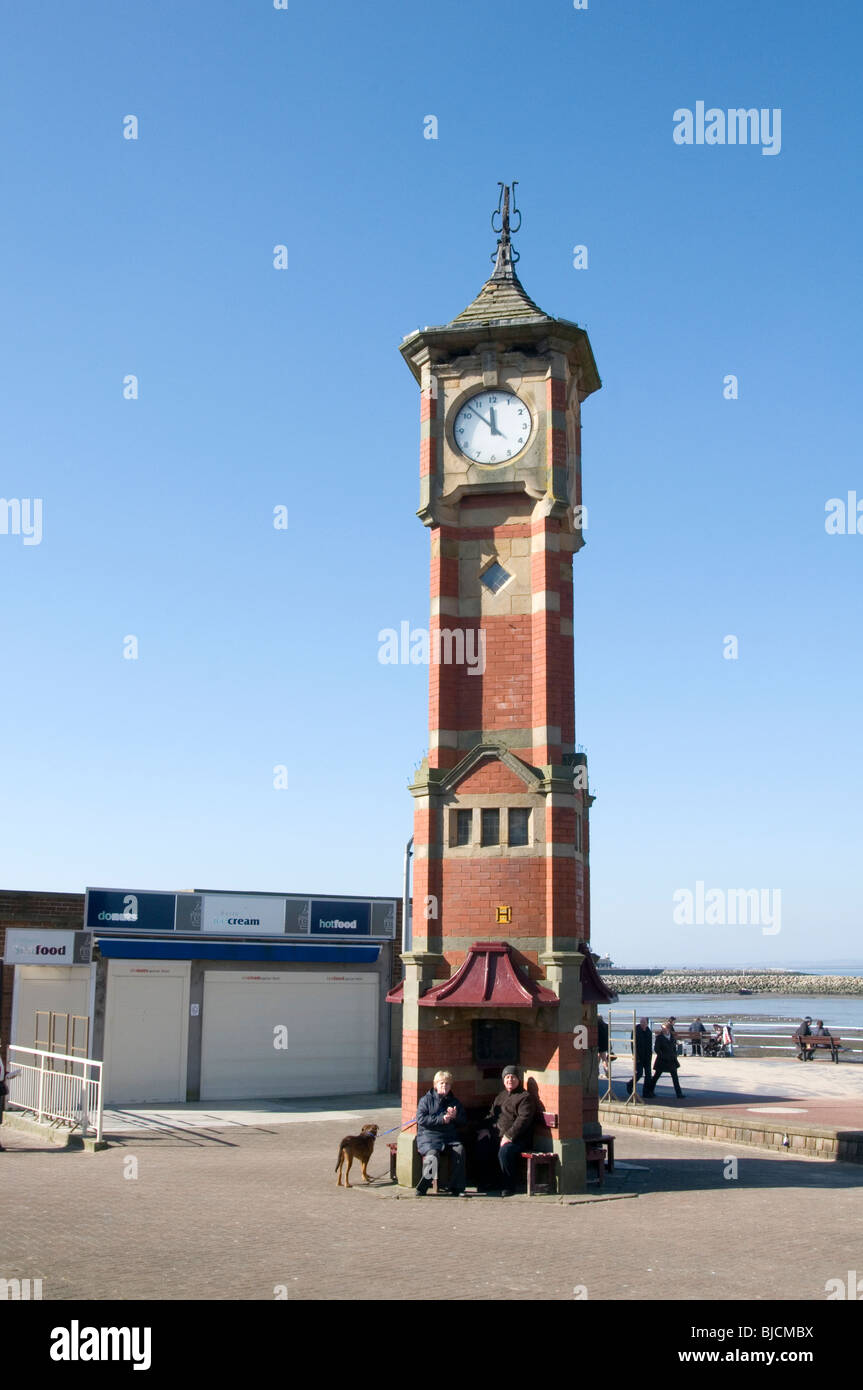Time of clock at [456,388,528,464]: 11:52
